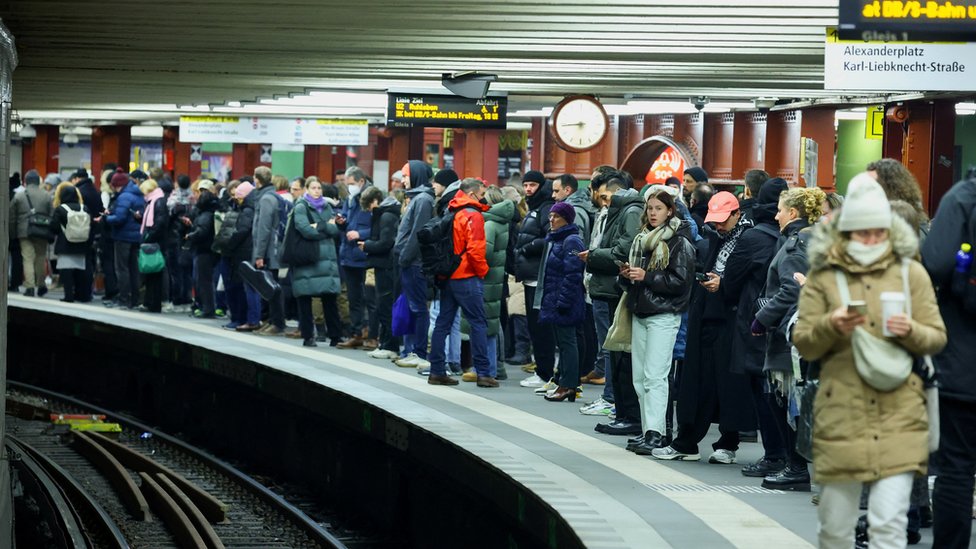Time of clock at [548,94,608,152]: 5:44
